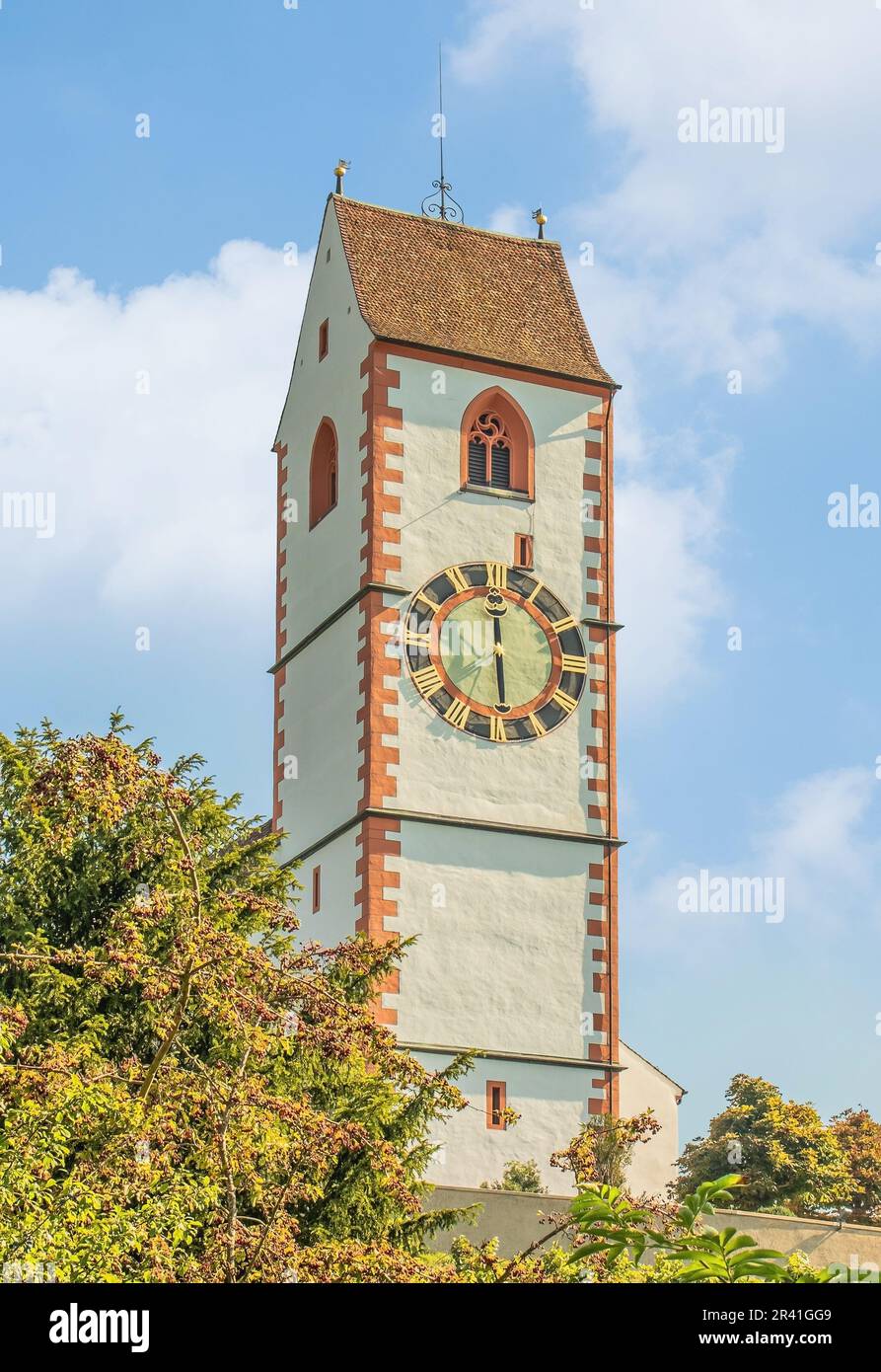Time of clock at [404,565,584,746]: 5:59
